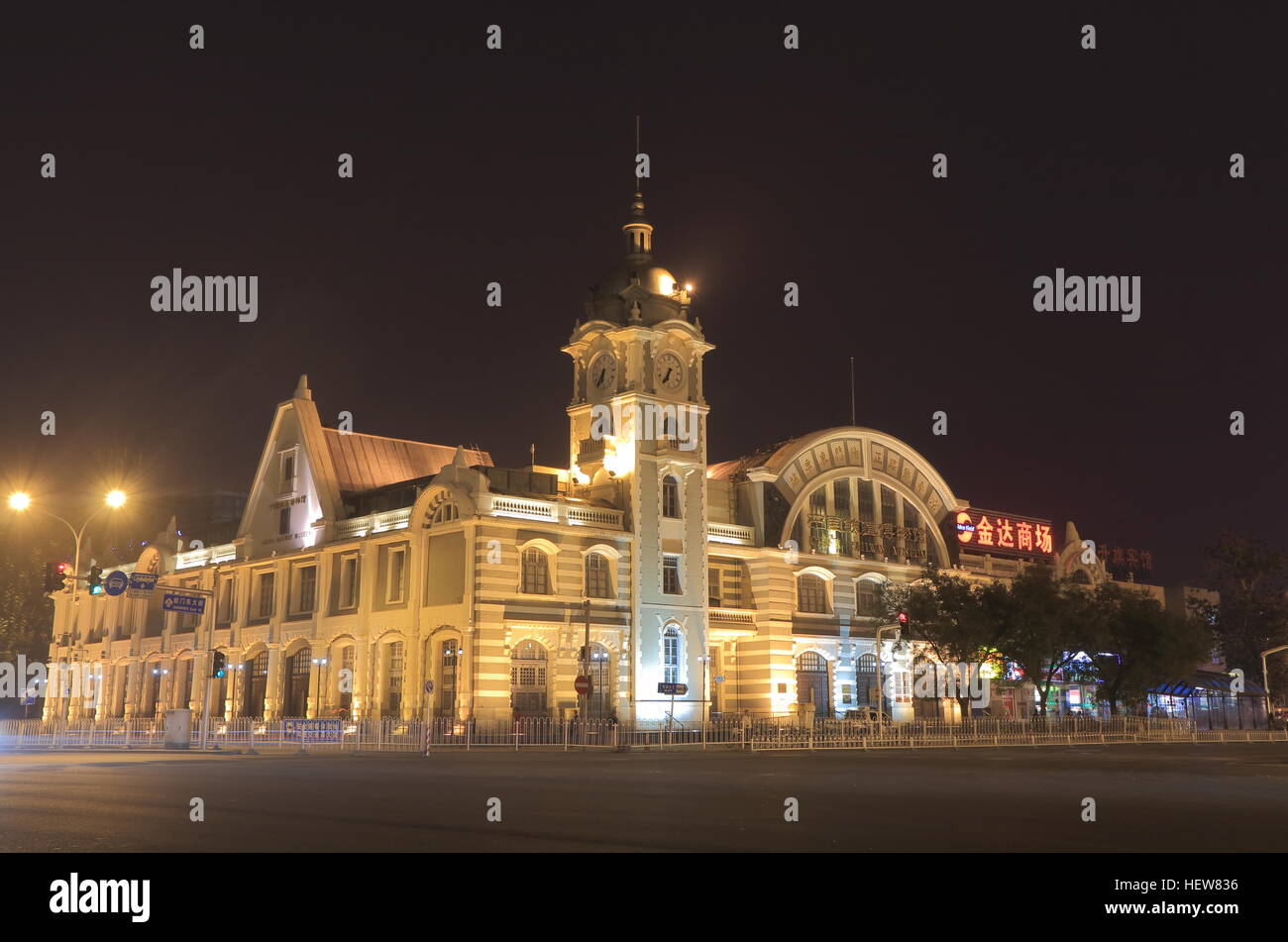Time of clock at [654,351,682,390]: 6:34
